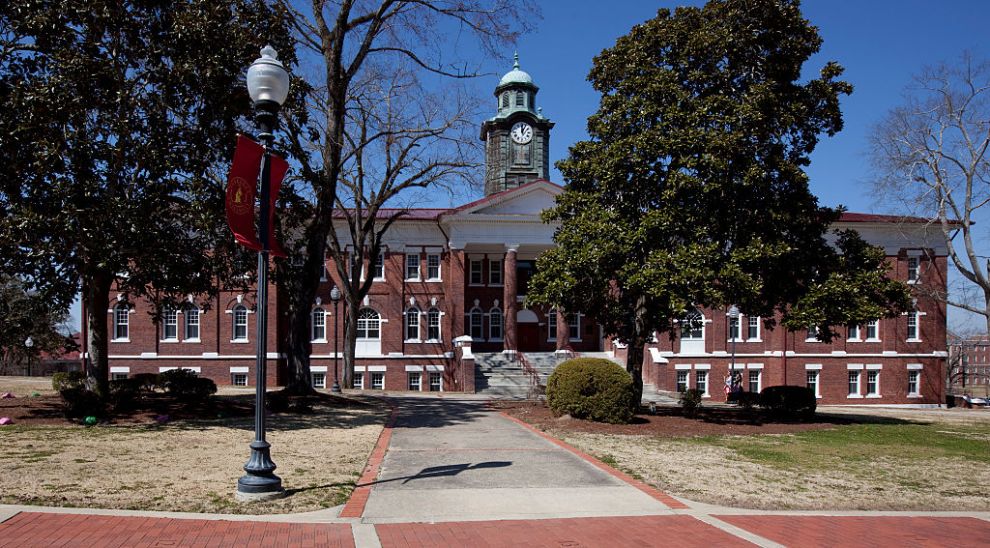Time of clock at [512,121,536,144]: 12:04
